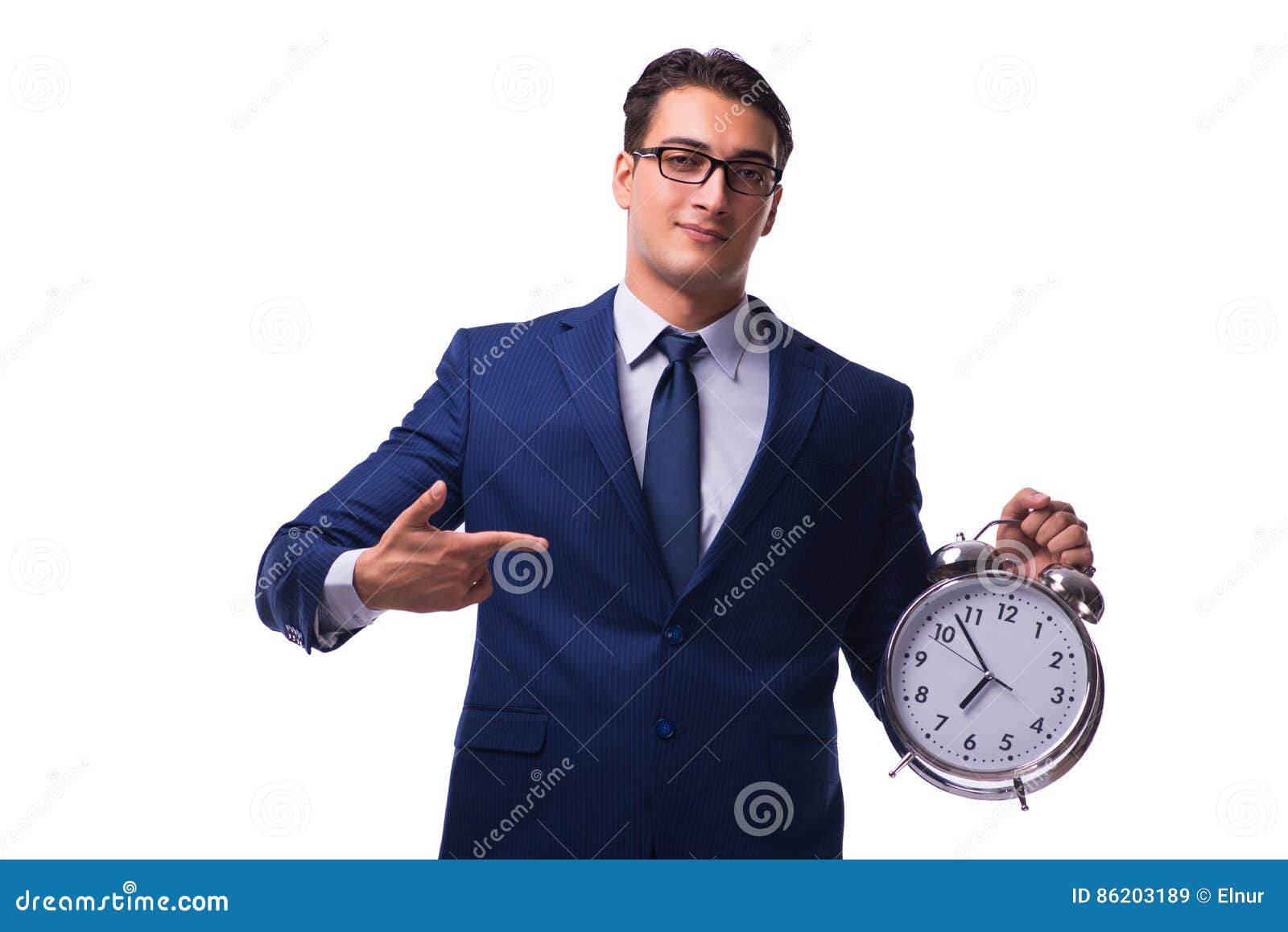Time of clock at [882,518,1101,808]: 6:53
